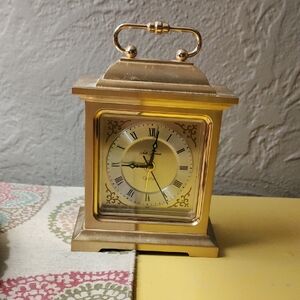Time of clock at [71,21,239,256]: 9:01
